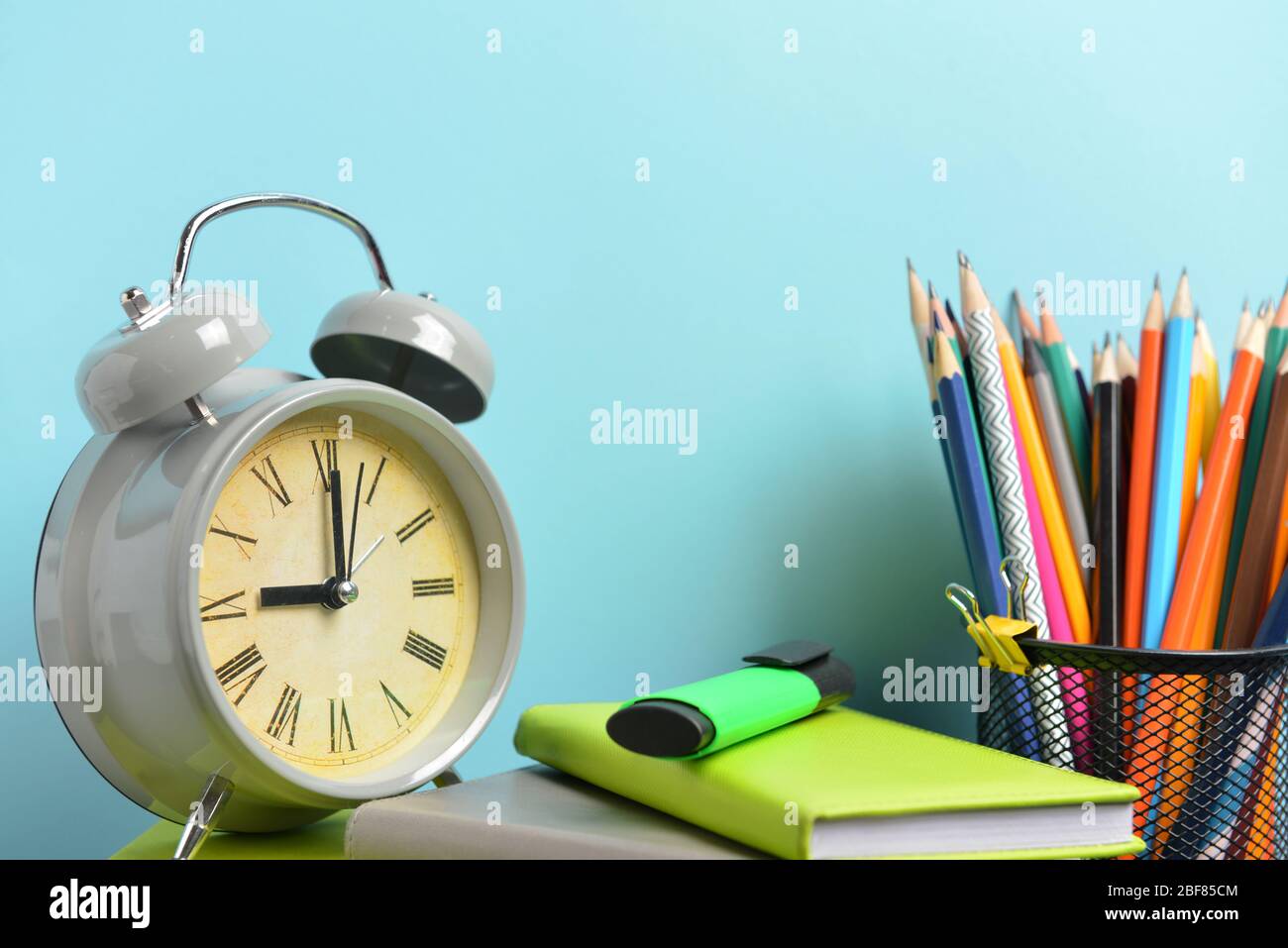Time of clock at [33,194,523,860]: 9:01
